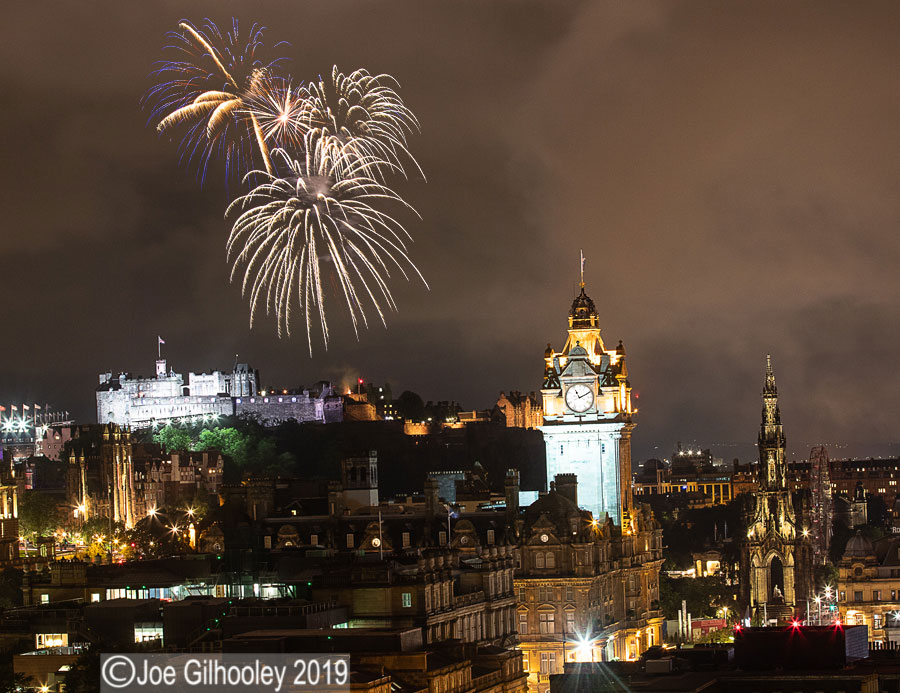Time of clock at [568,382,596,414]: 11:10
